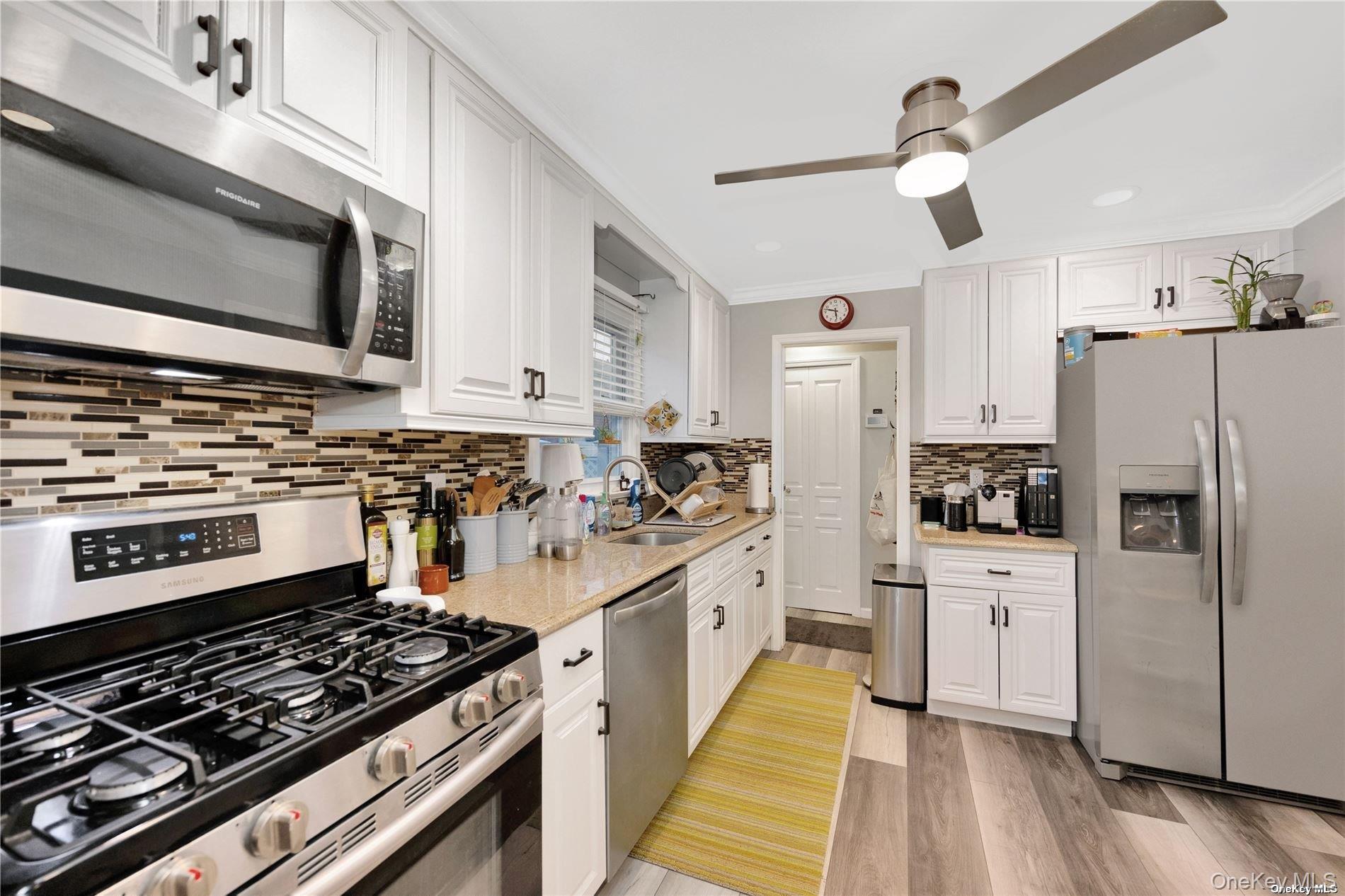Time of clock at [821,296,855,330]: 5:47
